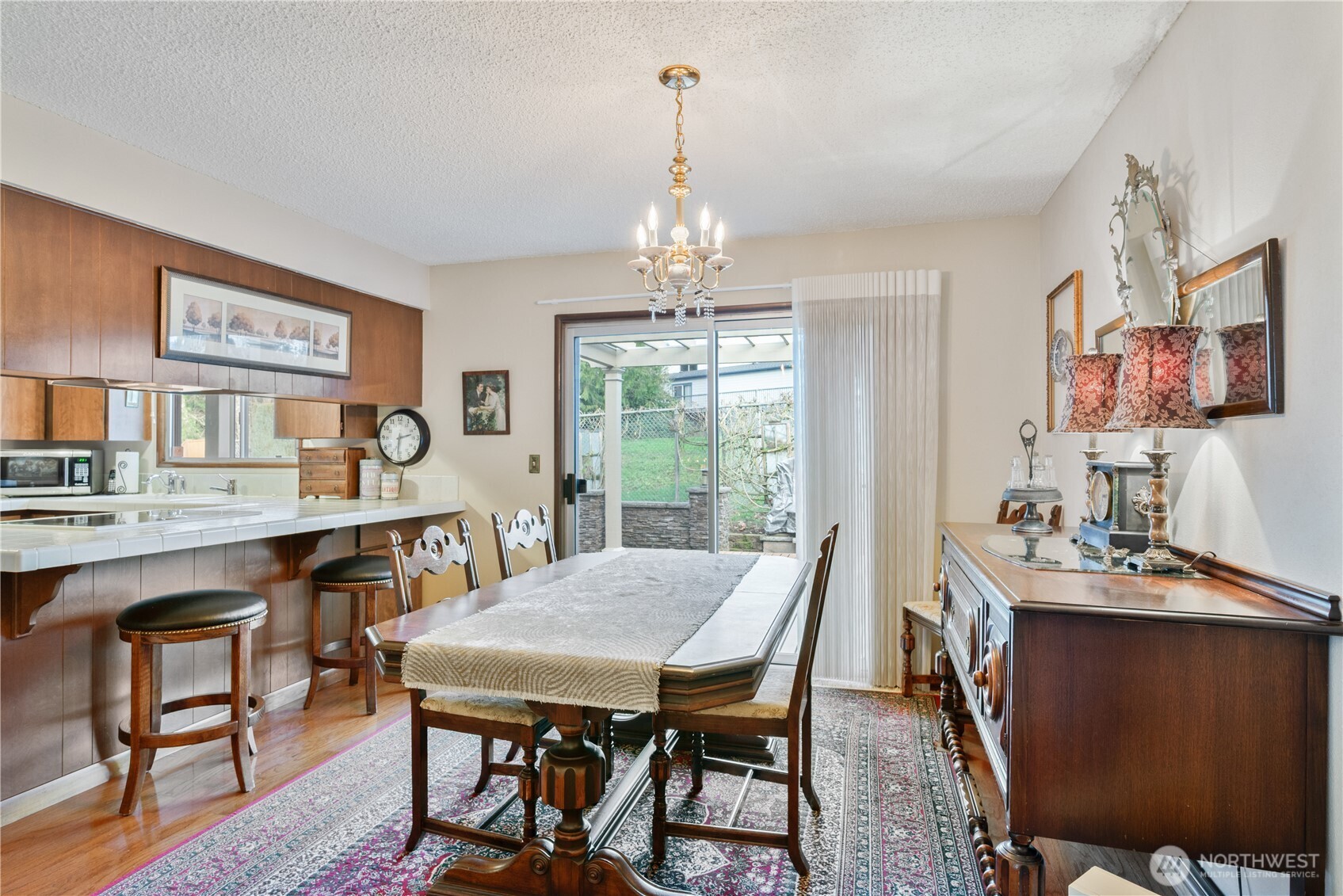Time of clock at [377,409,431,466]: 2:31
